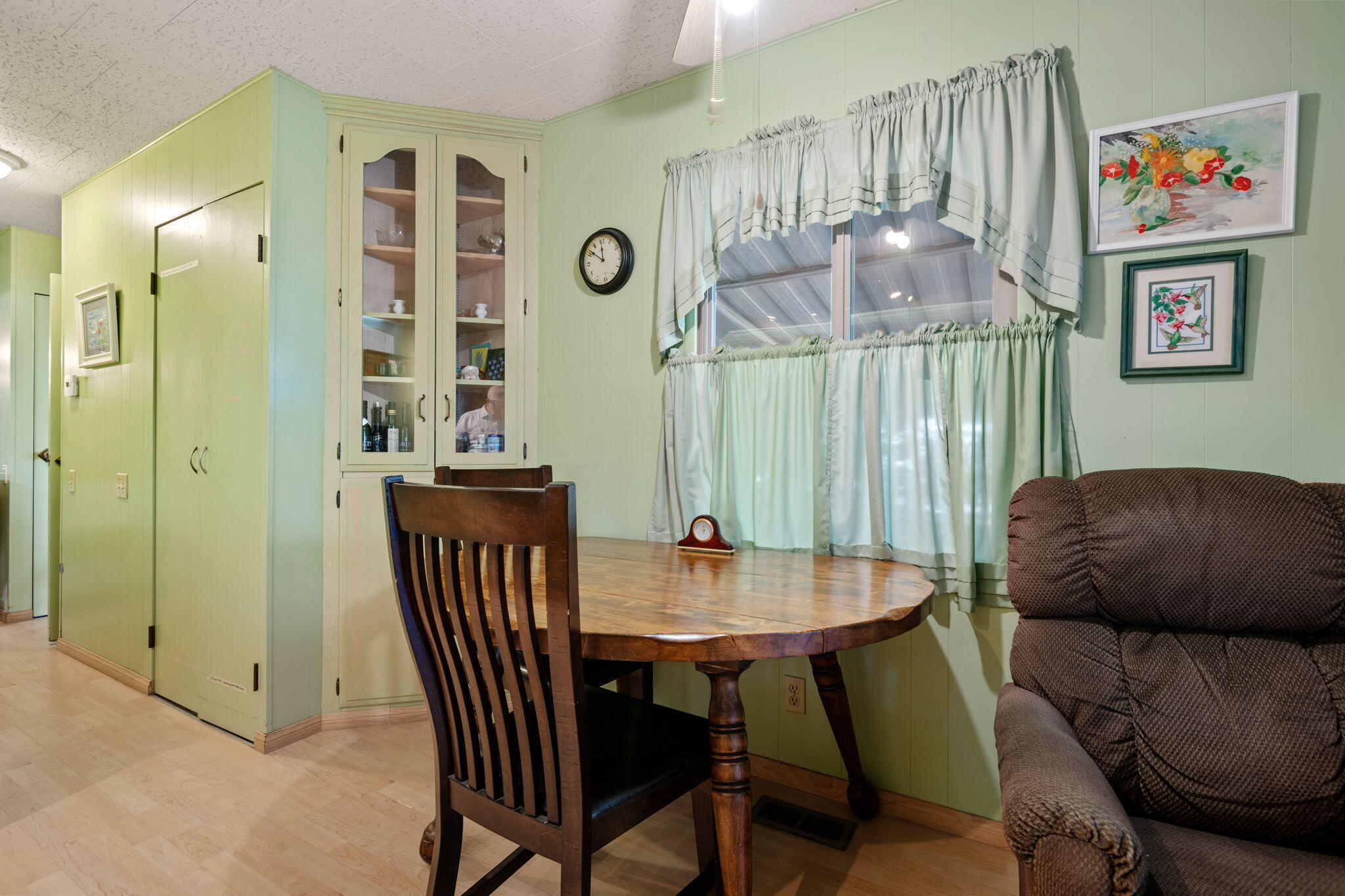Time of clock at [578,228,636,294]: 11:51
